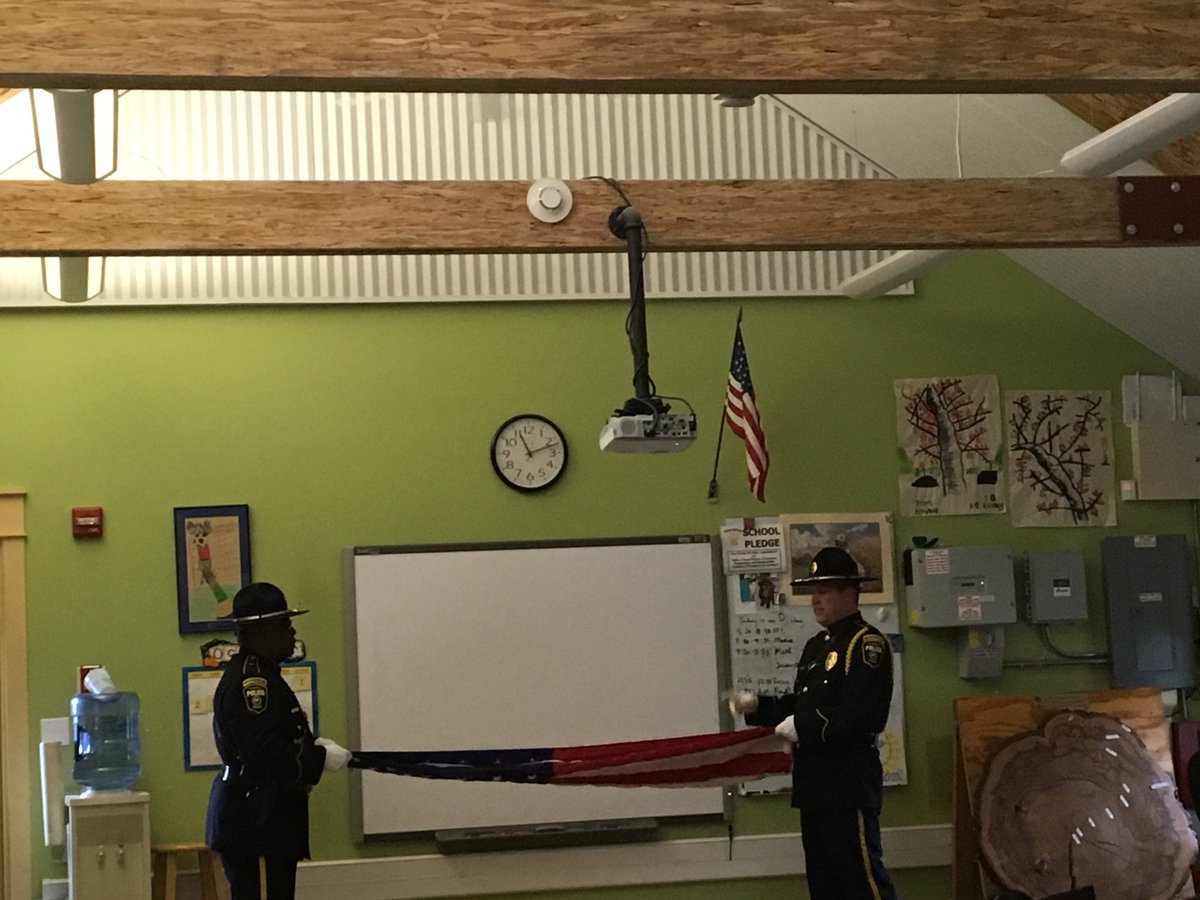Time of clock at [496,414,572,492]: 11:11
